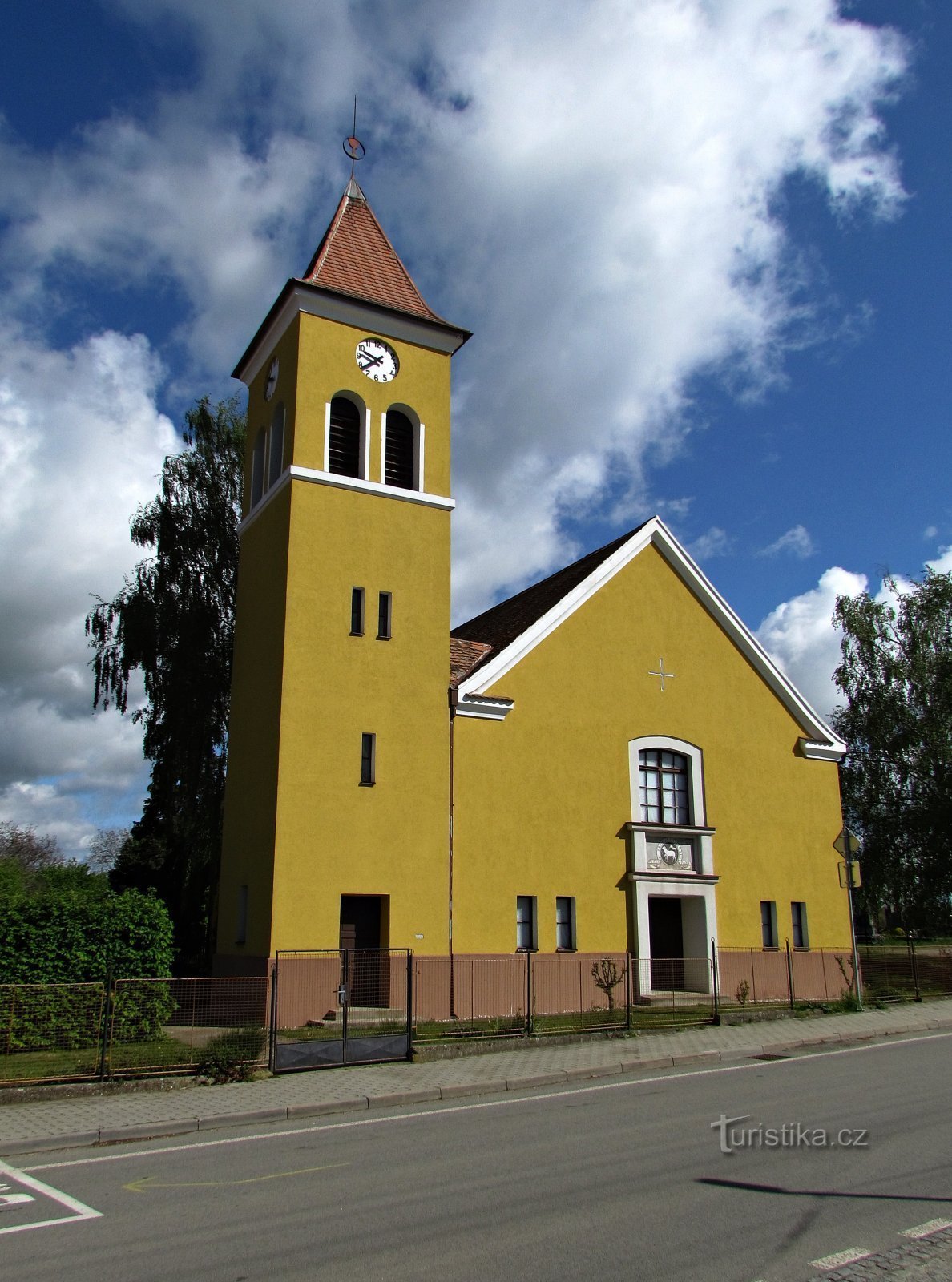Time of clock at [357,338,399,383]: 9:38
